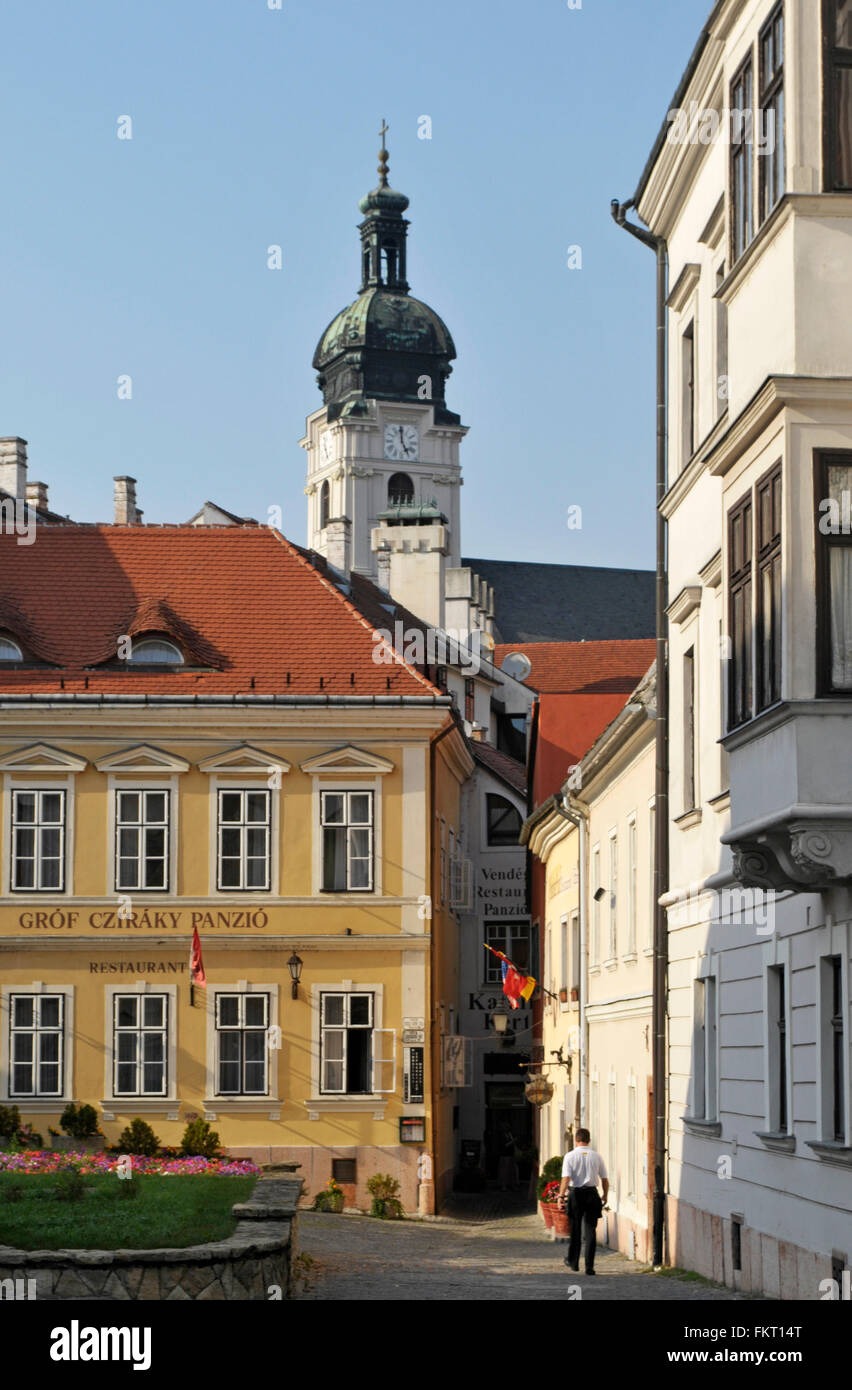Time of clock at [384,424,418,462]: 4:59
